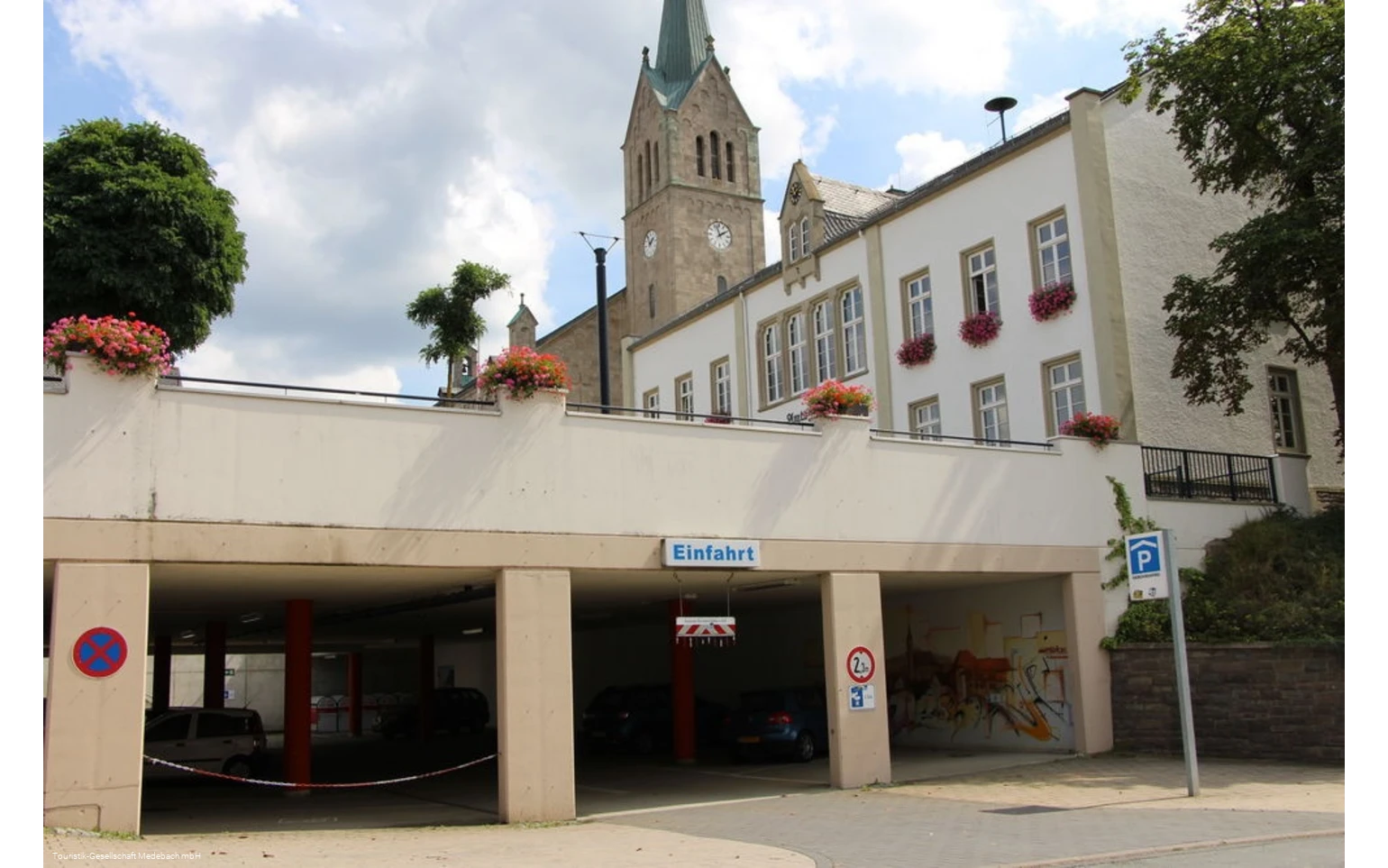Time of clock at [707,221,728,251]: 1:56
